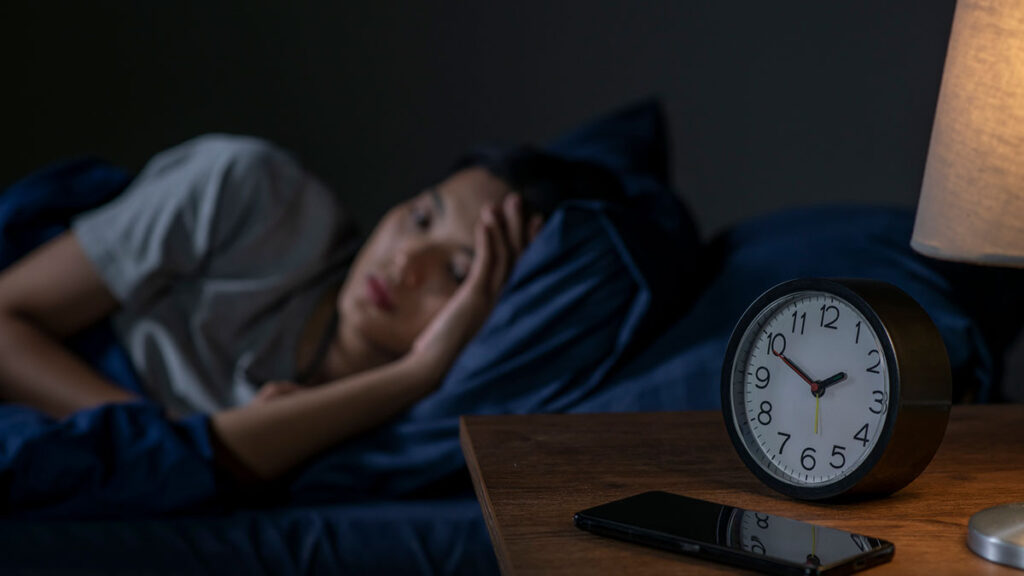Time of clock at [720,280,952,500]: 1:49
